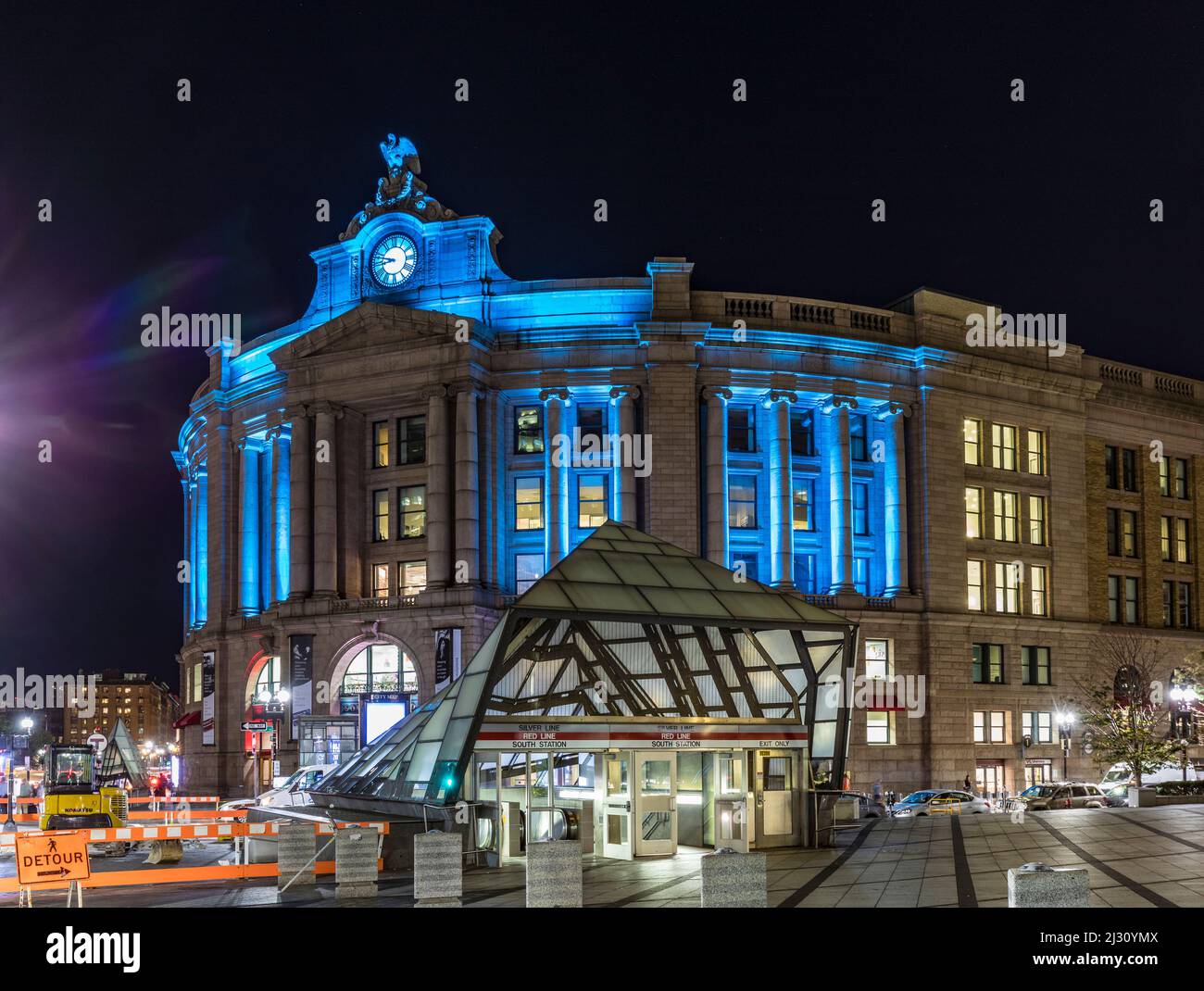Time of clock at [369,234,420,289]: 8:47
